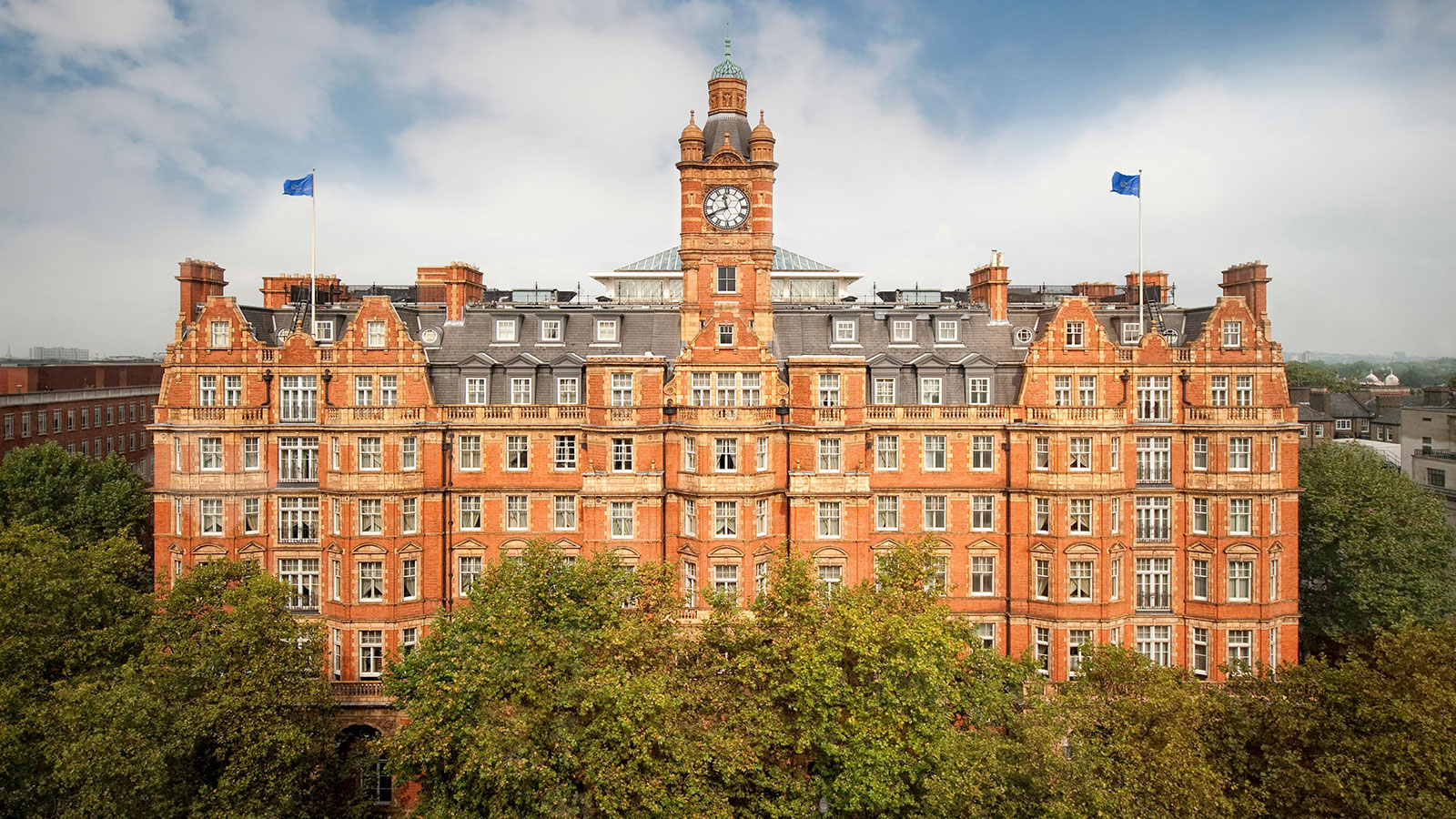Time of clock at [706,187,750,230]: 11:41
